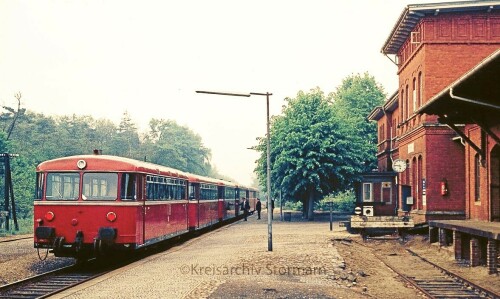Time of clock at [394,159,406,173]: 5:46
